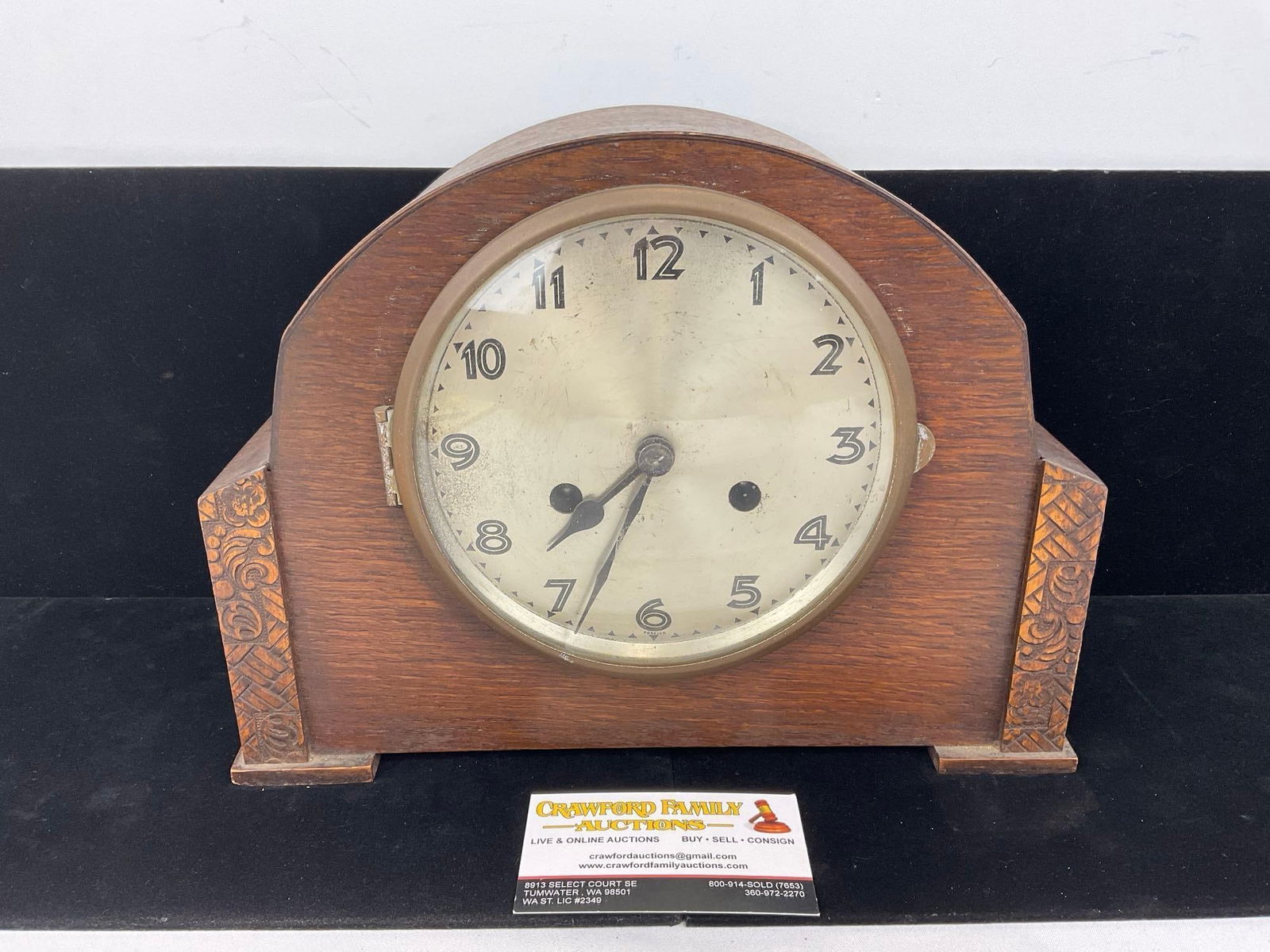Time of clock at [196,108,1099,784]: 7:33
